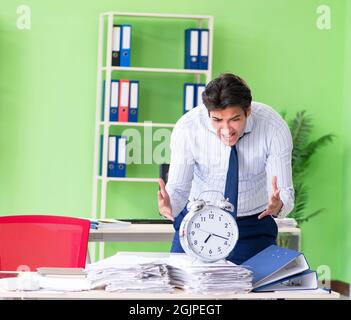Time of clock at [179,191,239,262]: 7:17
